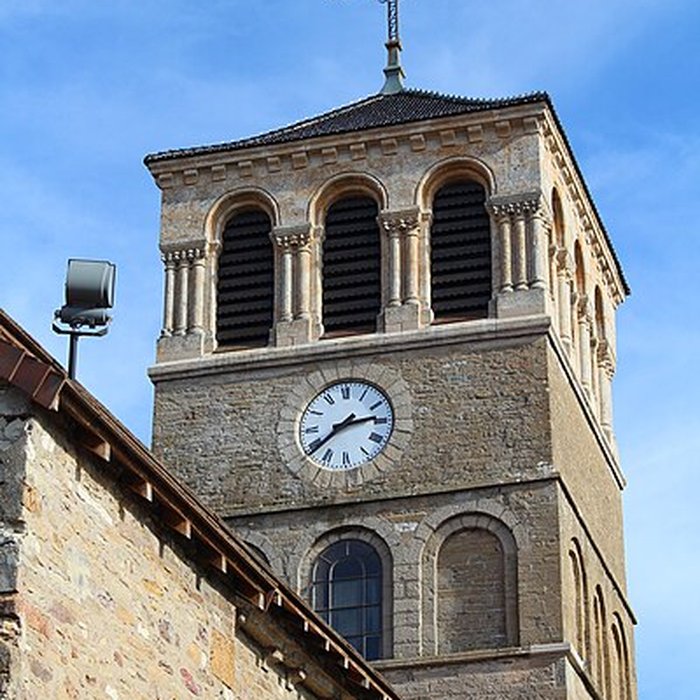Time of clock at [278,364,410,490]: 2:38
